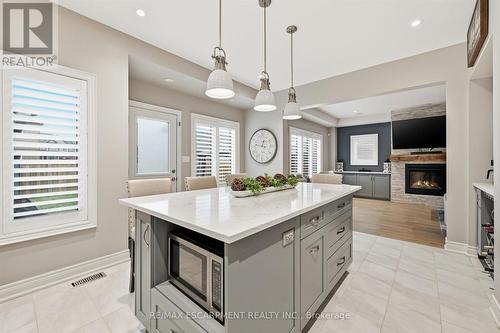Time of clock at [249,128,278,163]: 12:46
